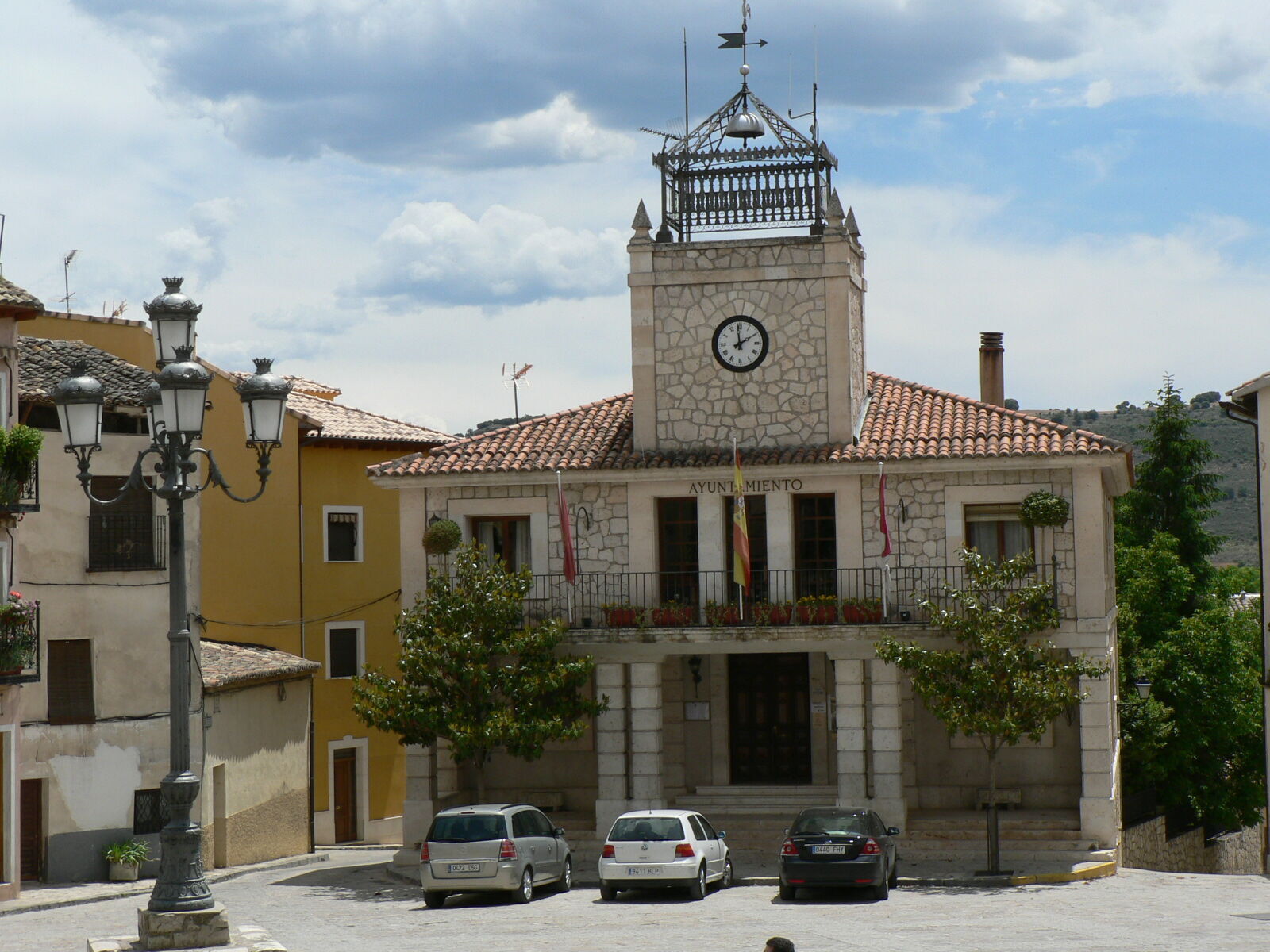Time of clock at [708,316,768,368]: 1:59
